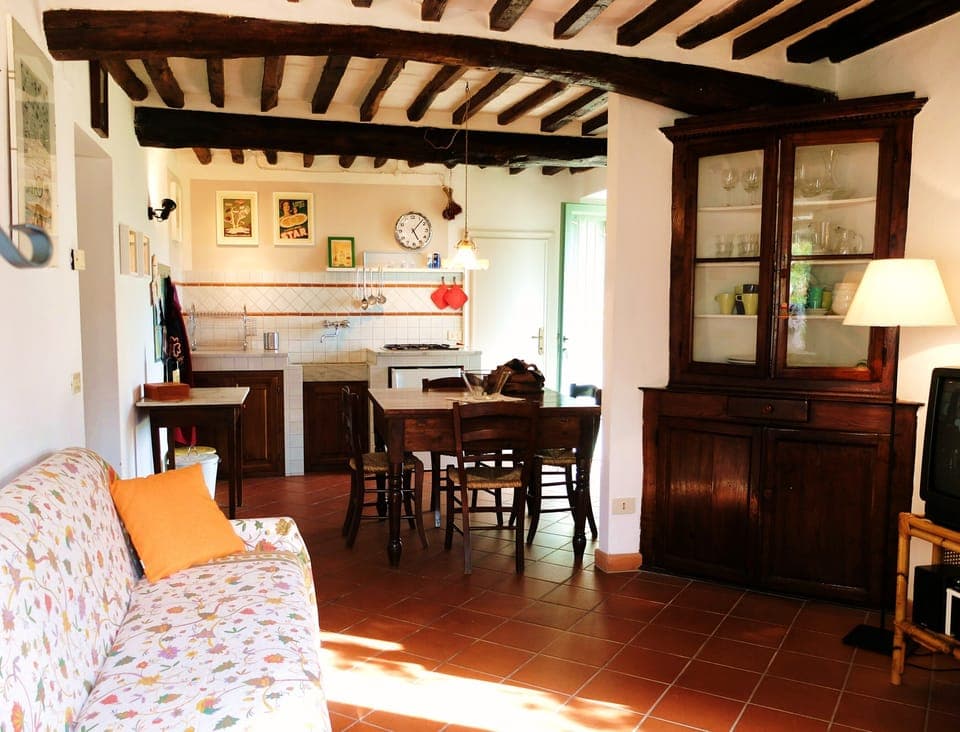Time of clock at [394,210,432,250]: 5:07
